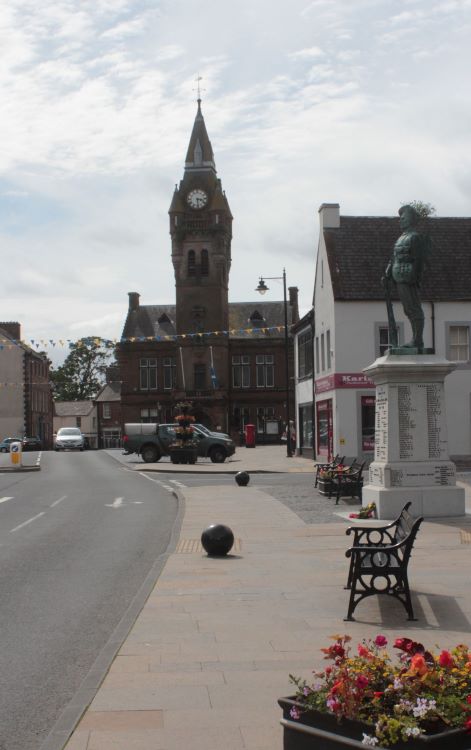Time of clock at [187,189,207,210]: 3:29
